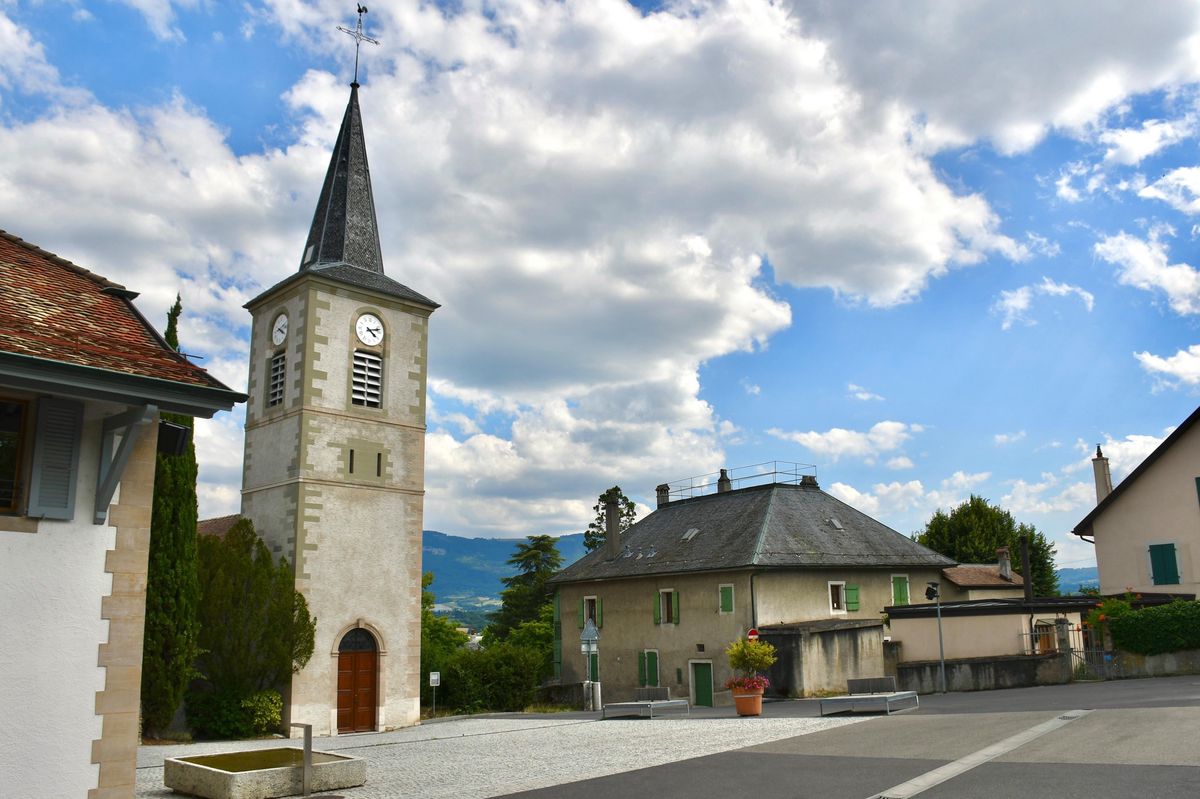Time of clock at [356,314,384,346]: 4:12
